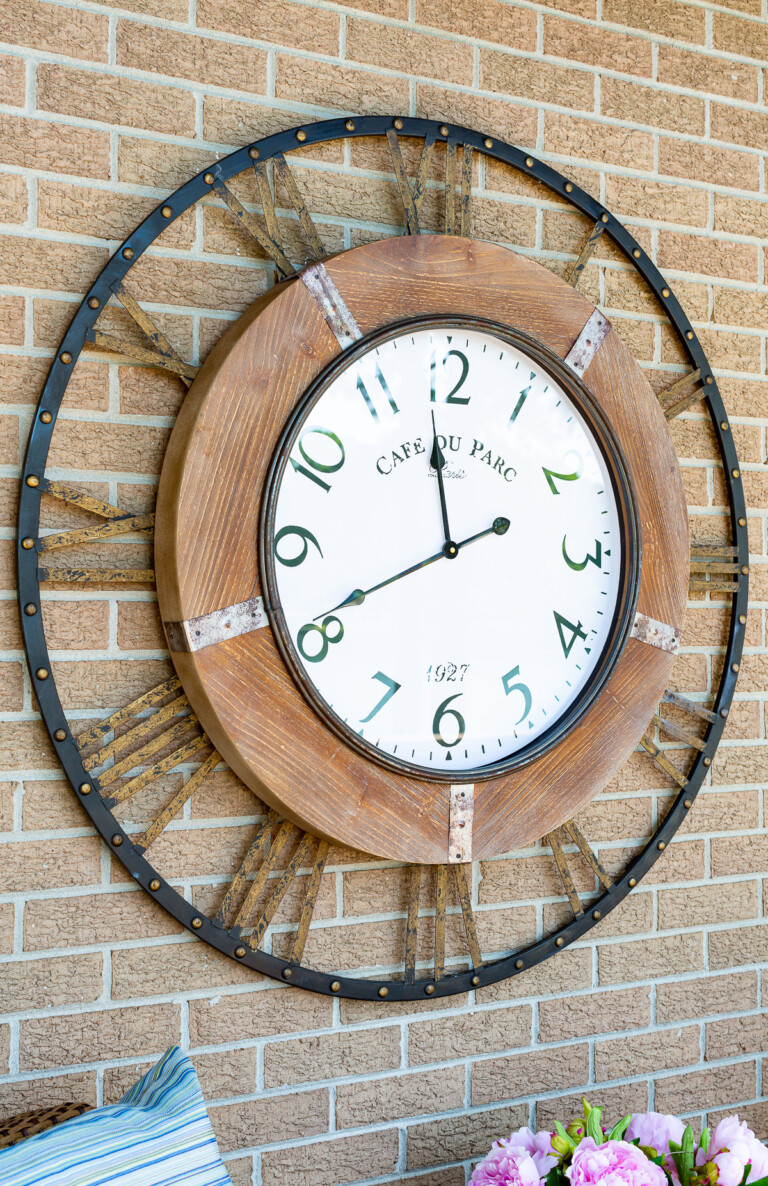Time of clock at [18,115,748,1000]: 11:40
